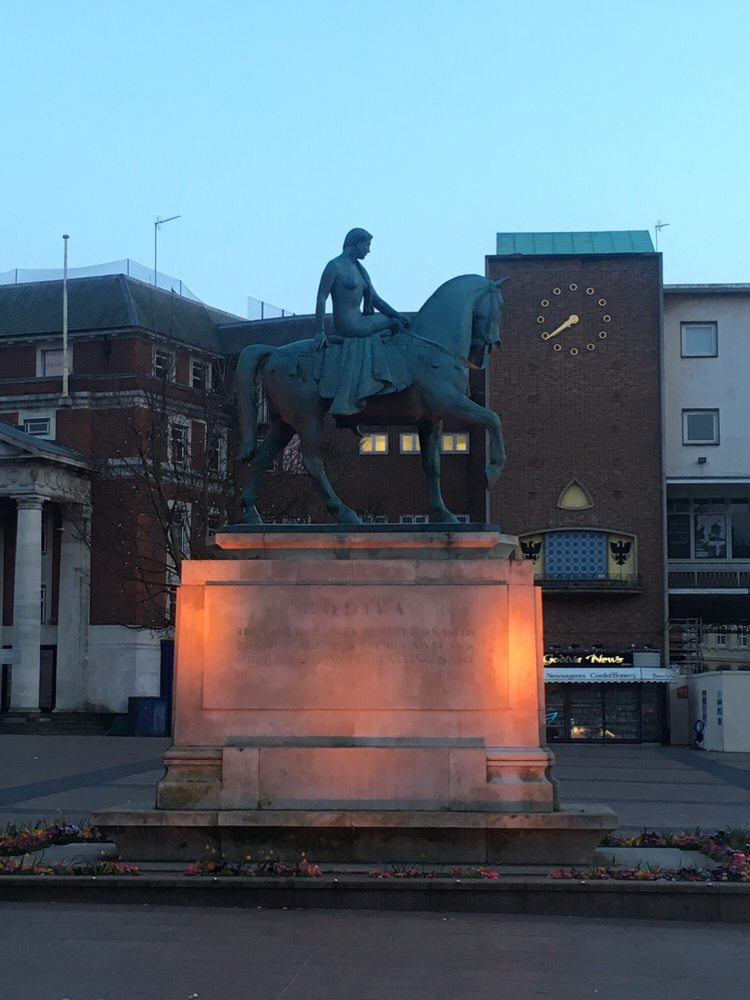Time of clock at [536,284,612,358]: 7:39
